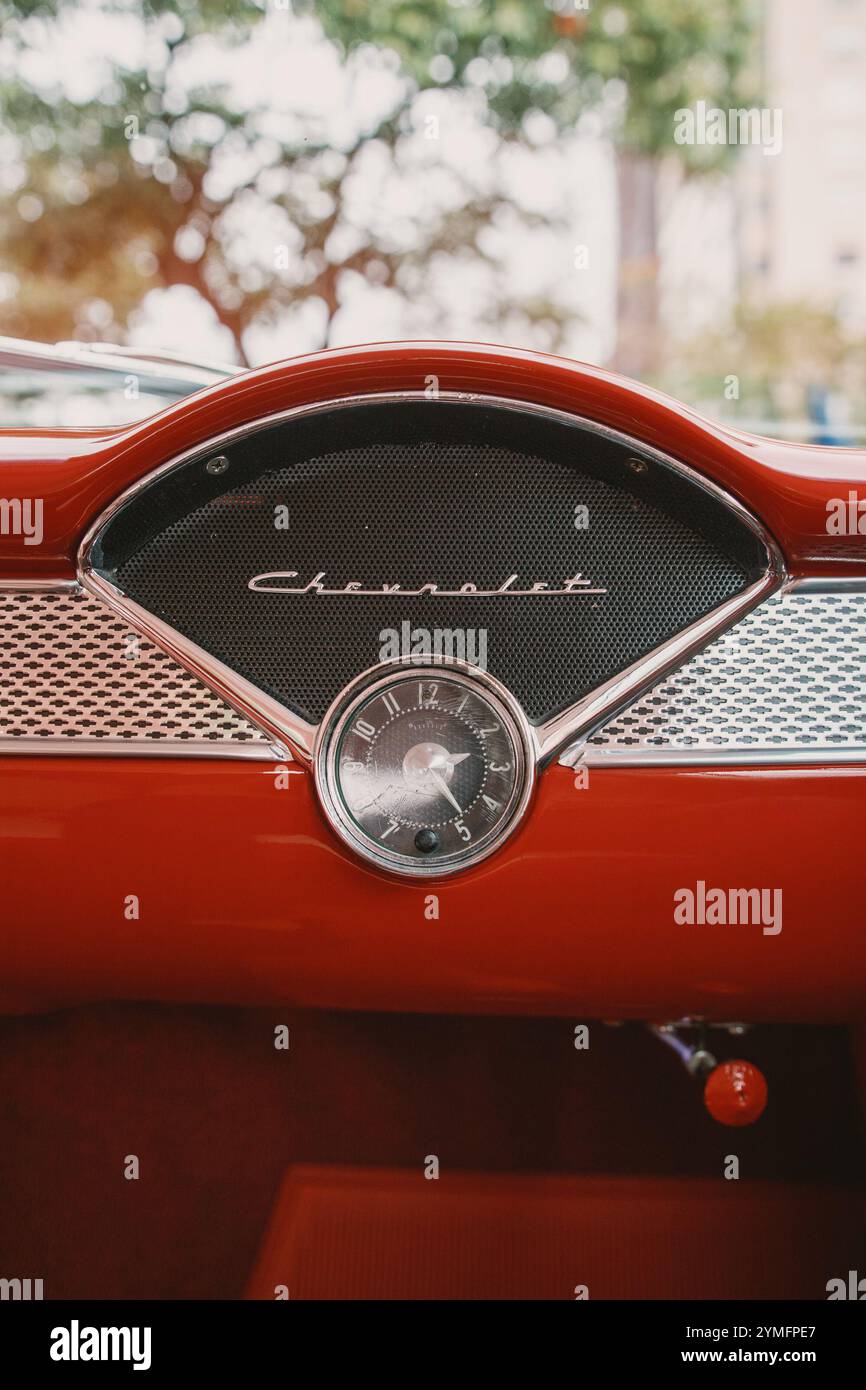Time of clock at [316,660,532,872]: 2:24
